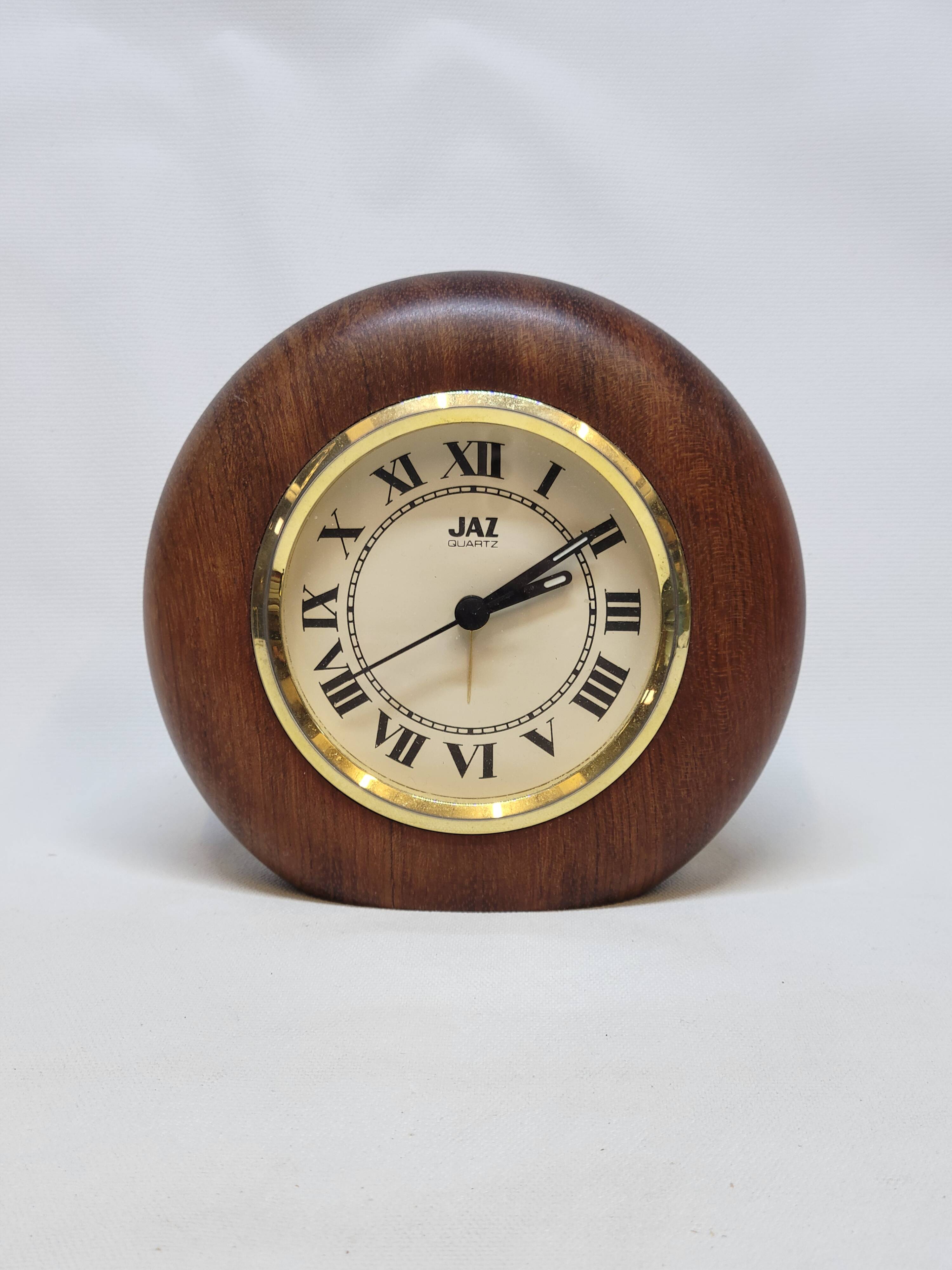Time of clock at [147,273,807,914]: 2:09
